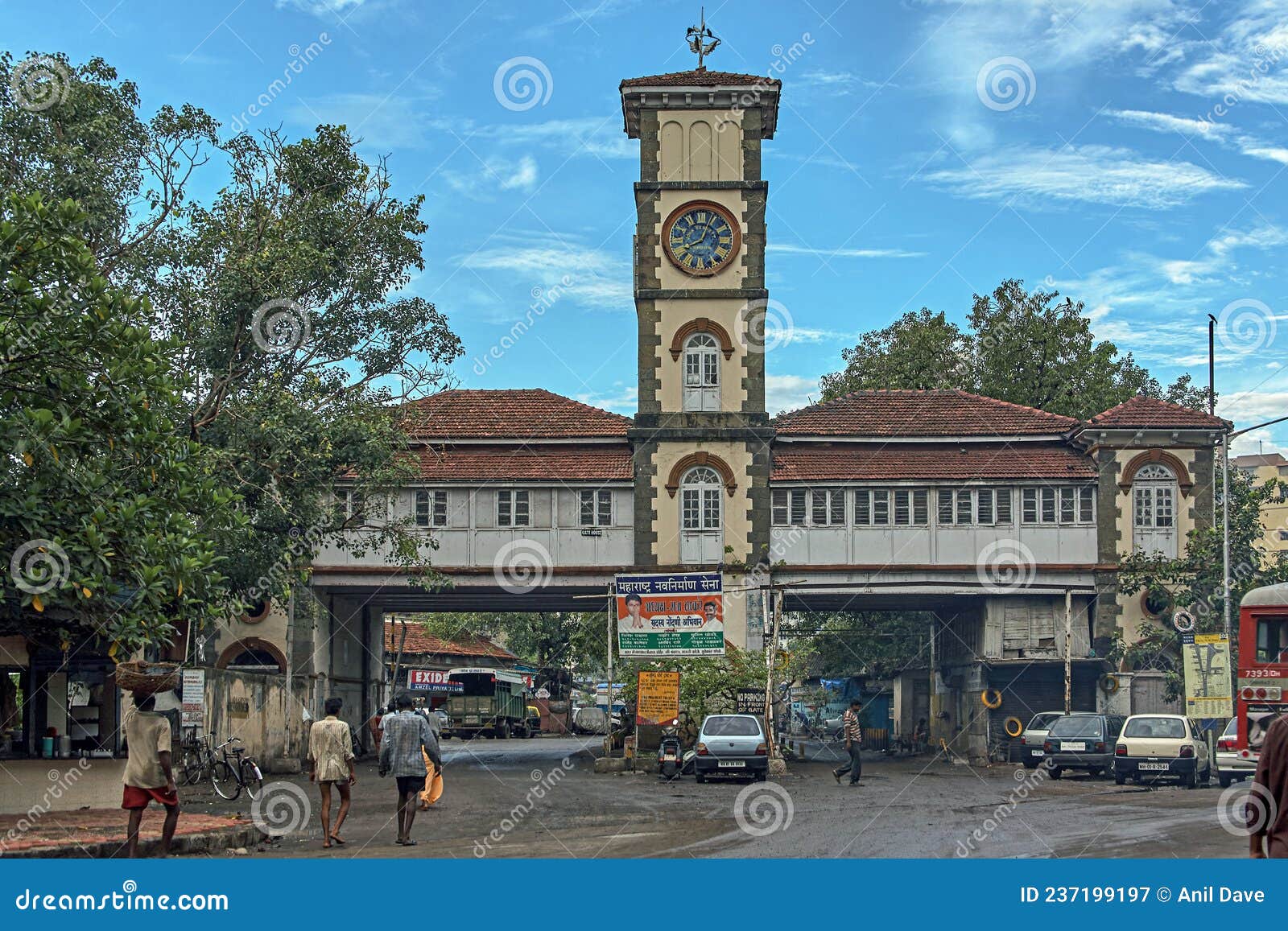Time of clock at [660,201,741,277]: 8:04
